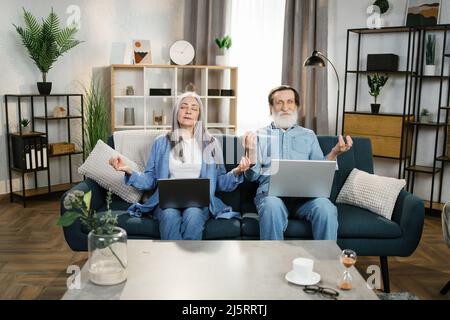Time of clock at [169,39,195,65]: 9:07
